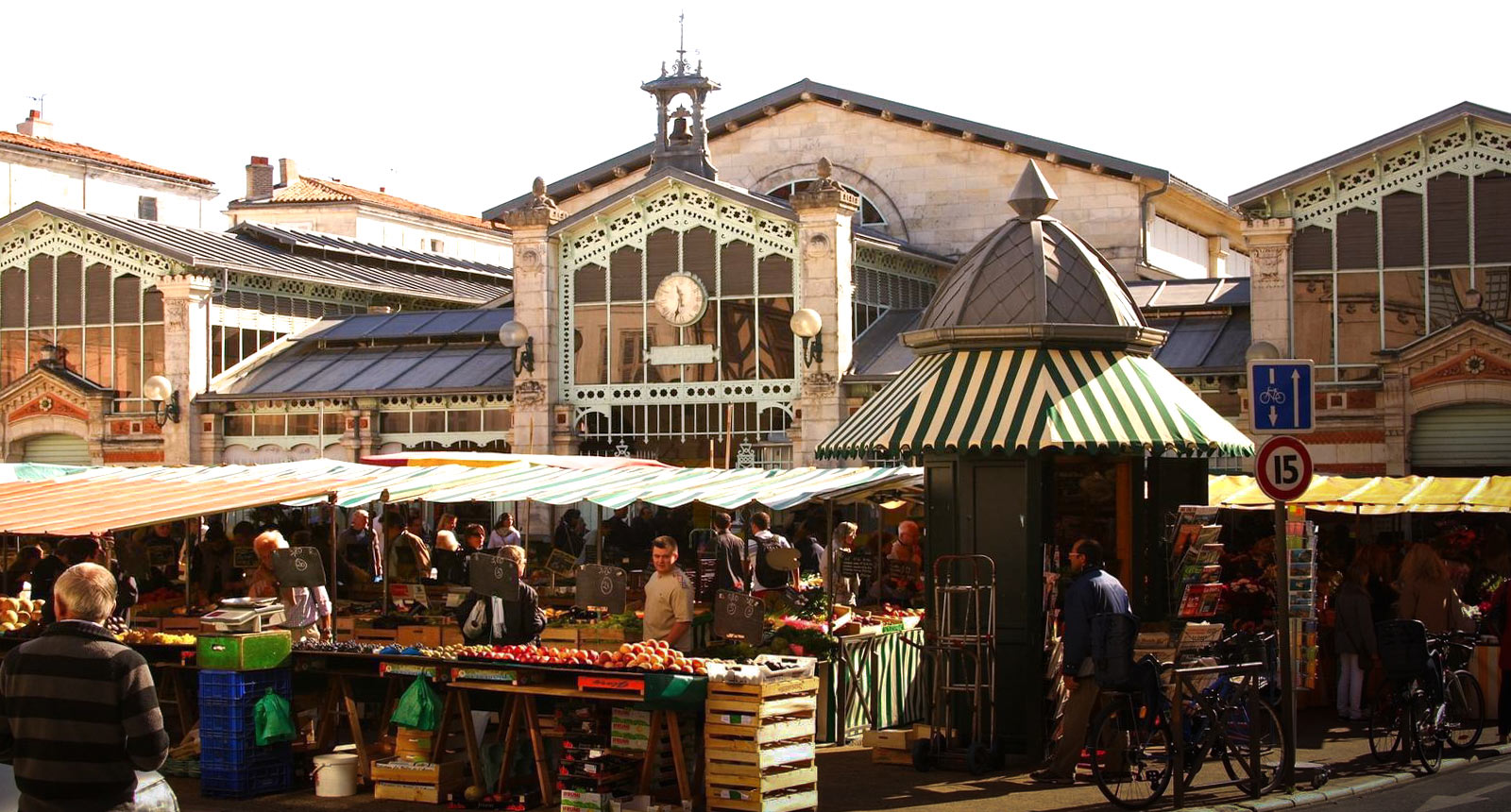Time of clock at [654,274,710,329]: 11:32
